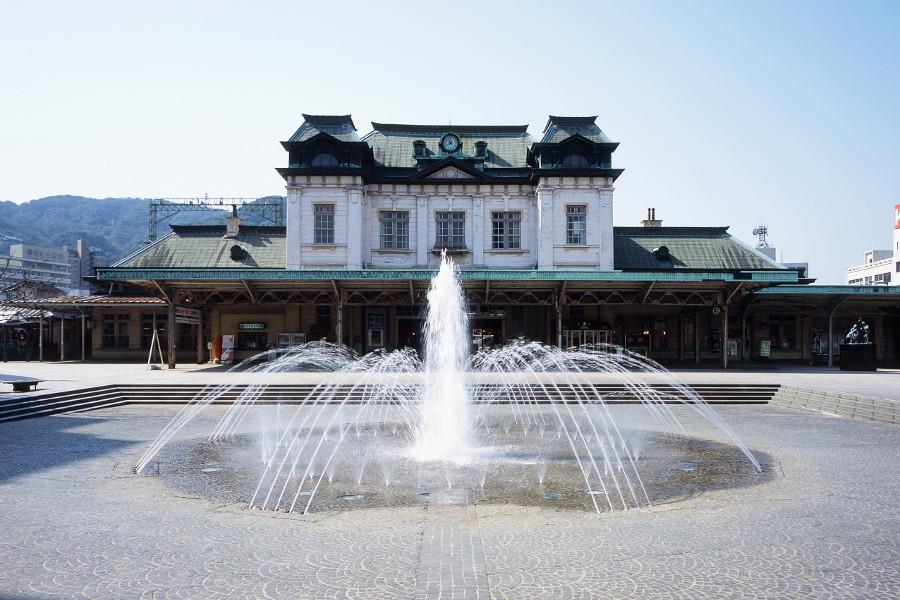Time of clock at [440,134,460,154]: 10:41
